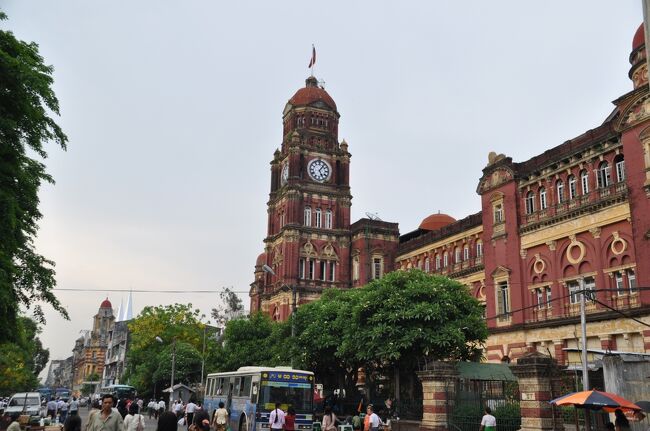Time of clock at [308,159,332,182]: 5:06
